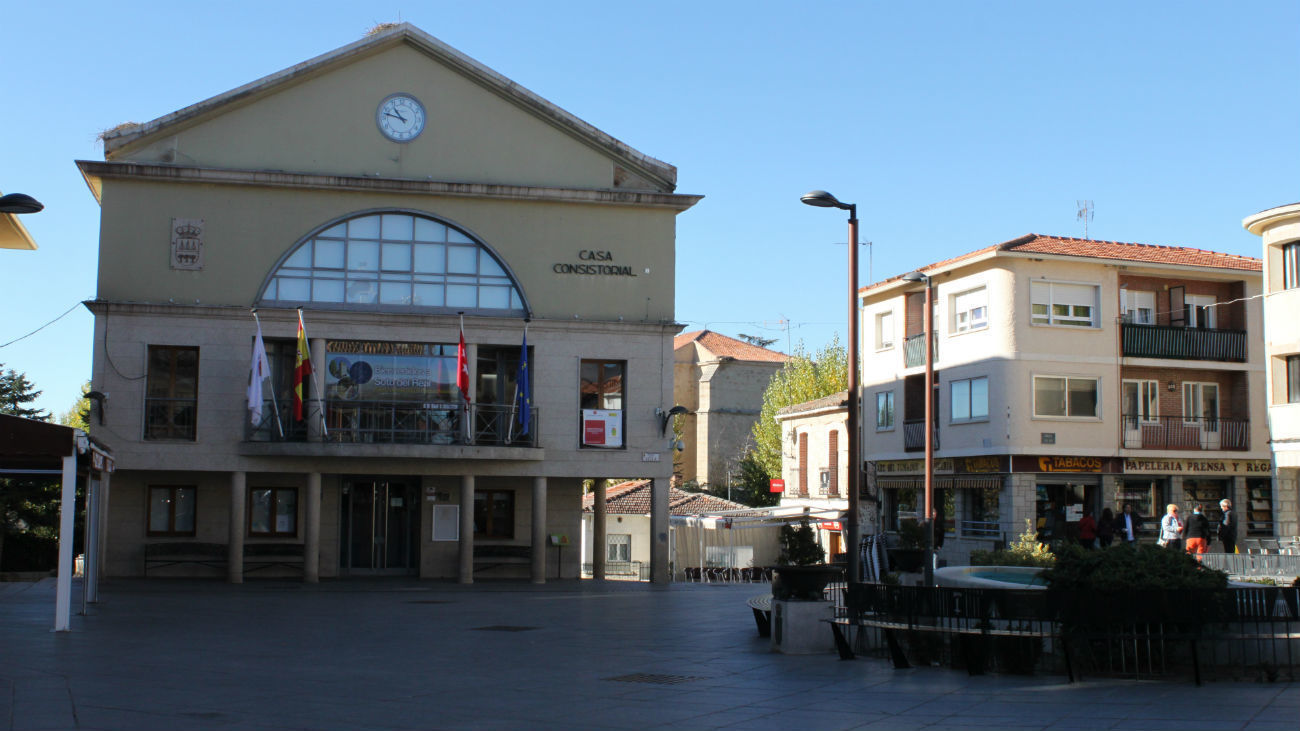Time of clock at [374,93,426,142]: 10:47
